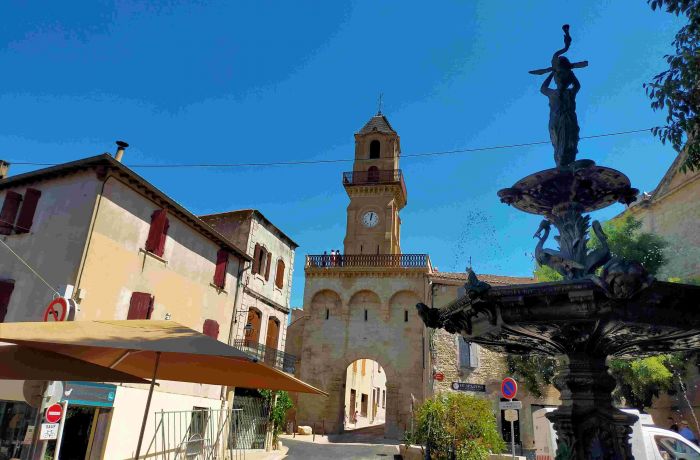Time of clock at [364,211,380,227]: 12:02
